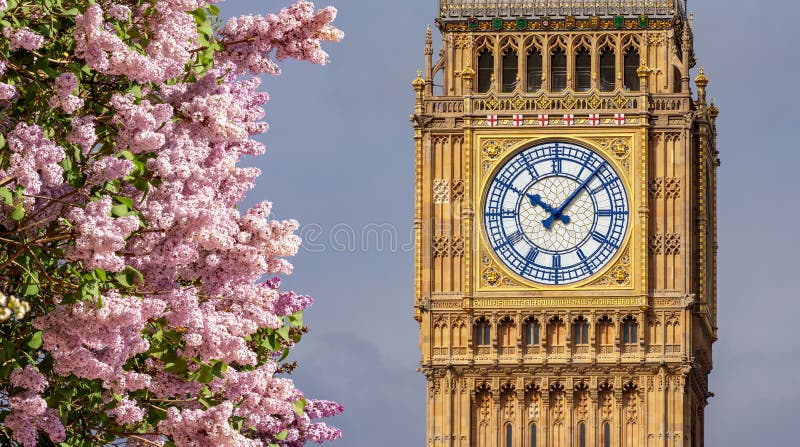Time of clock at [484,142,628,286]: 10:07
